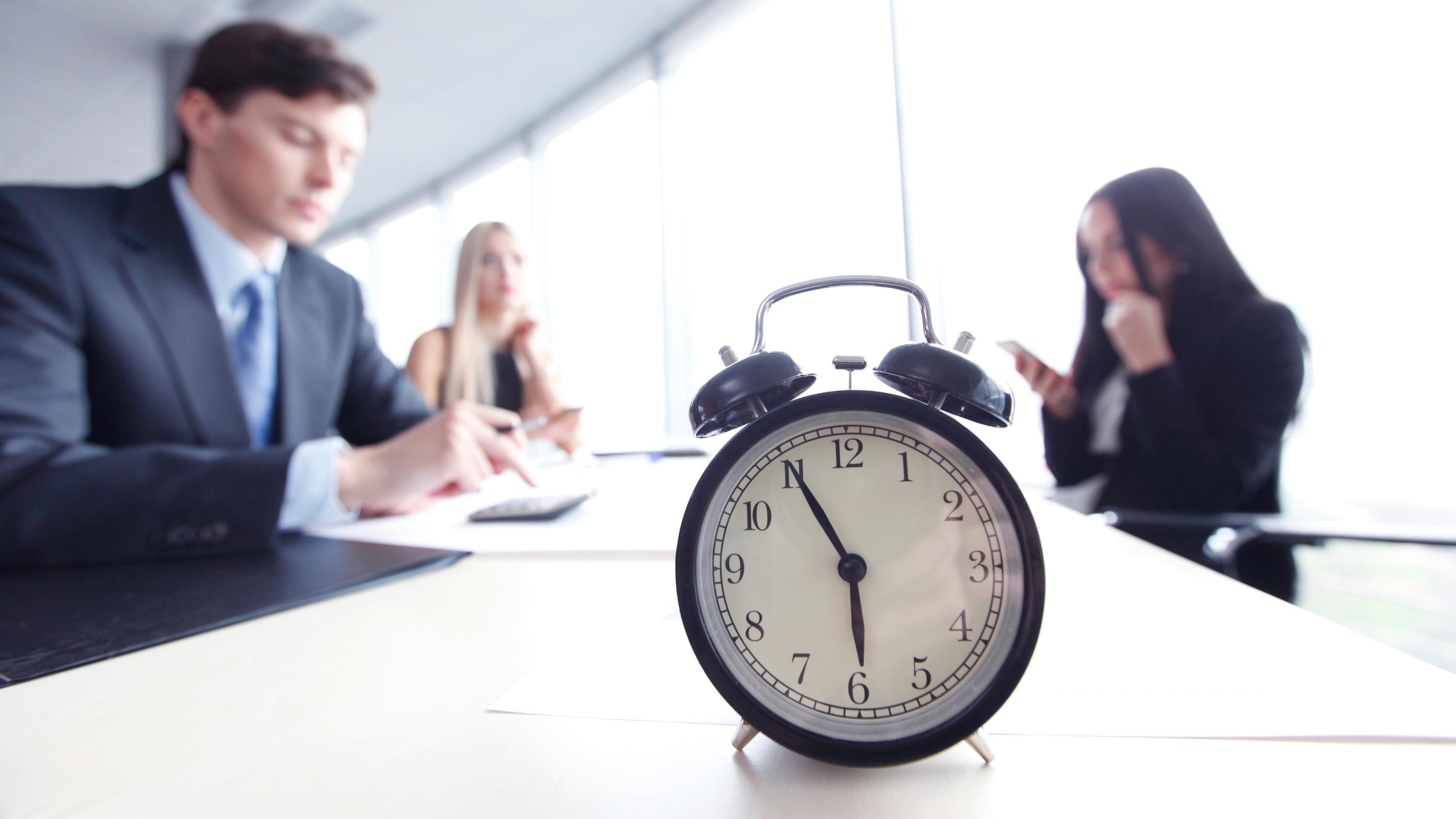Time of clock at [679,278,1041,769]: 5:55
